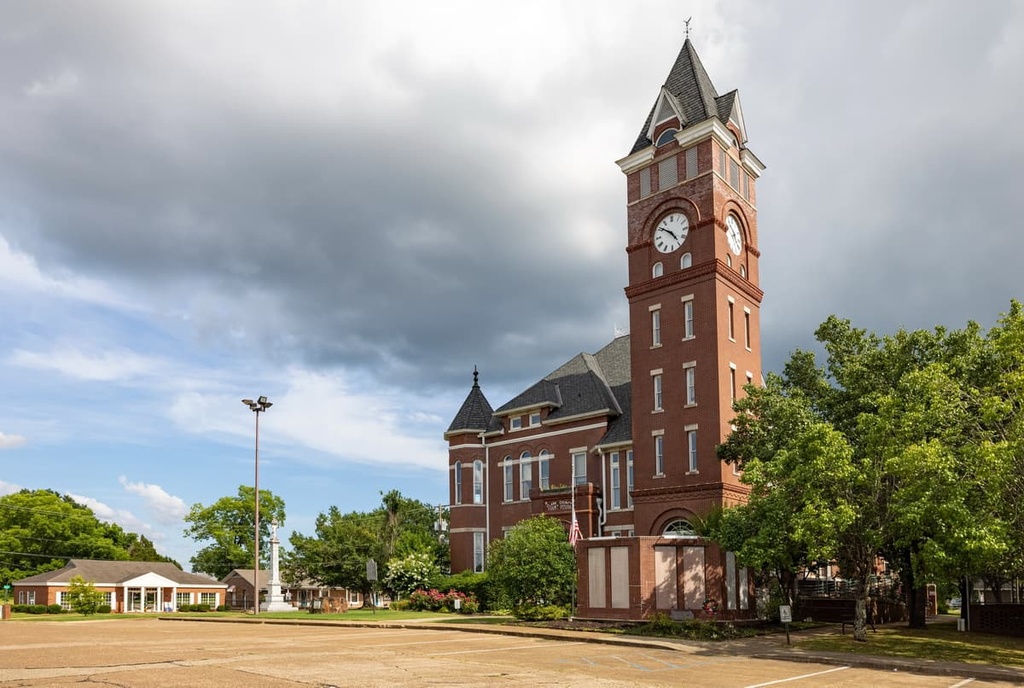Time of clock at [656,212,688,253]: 4:51
